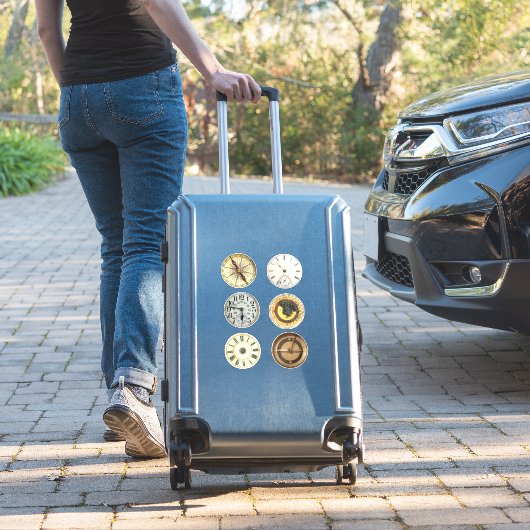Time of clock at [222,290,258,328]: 5:46
